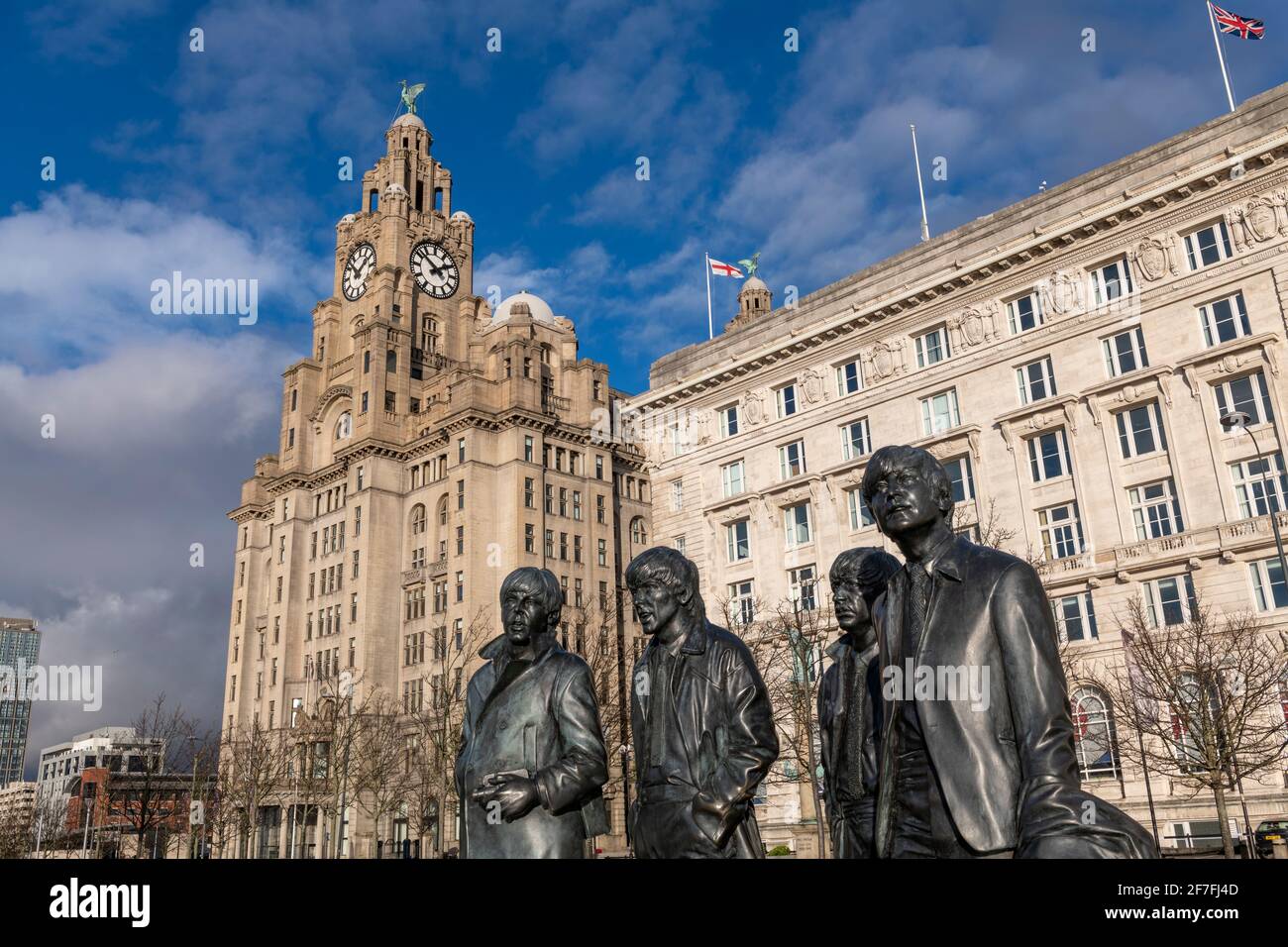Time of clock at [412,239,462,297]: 1:51
